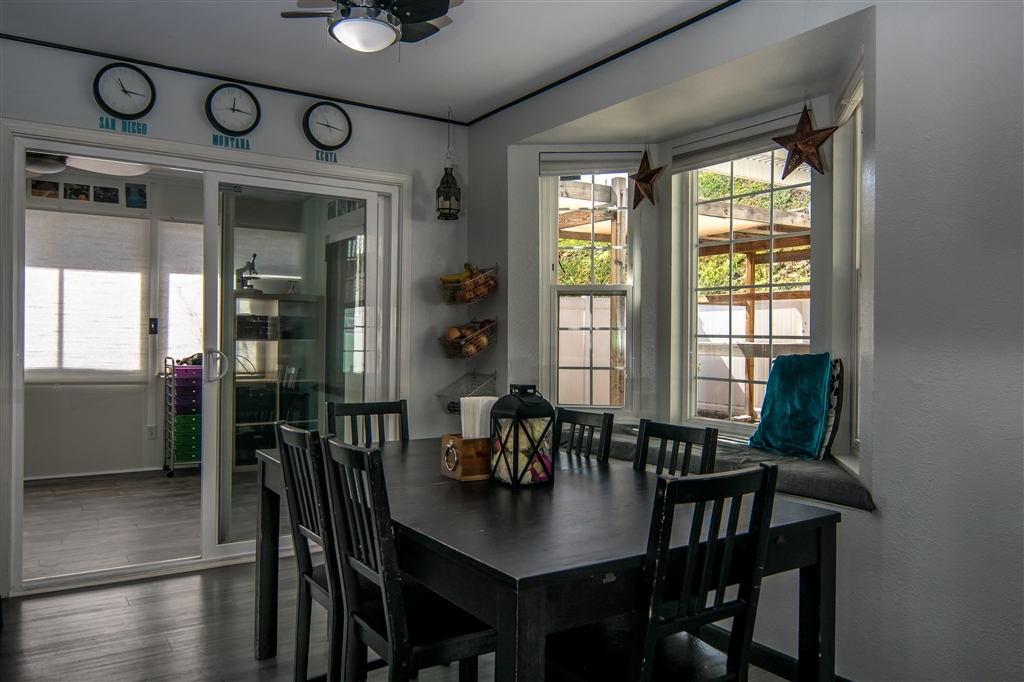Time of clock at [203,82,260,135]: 12:16
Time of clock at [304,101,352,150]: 9:16
